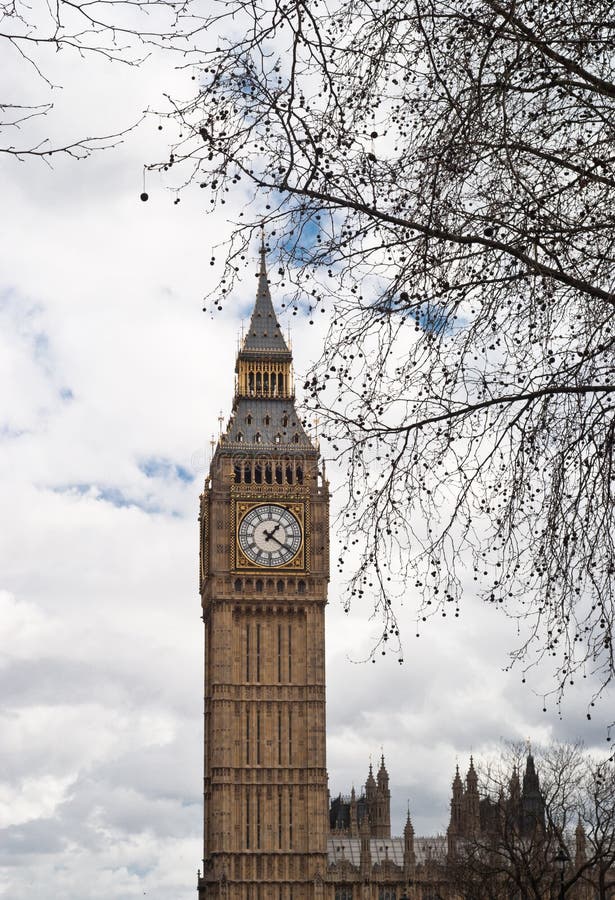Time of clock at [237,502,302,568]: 1:21
